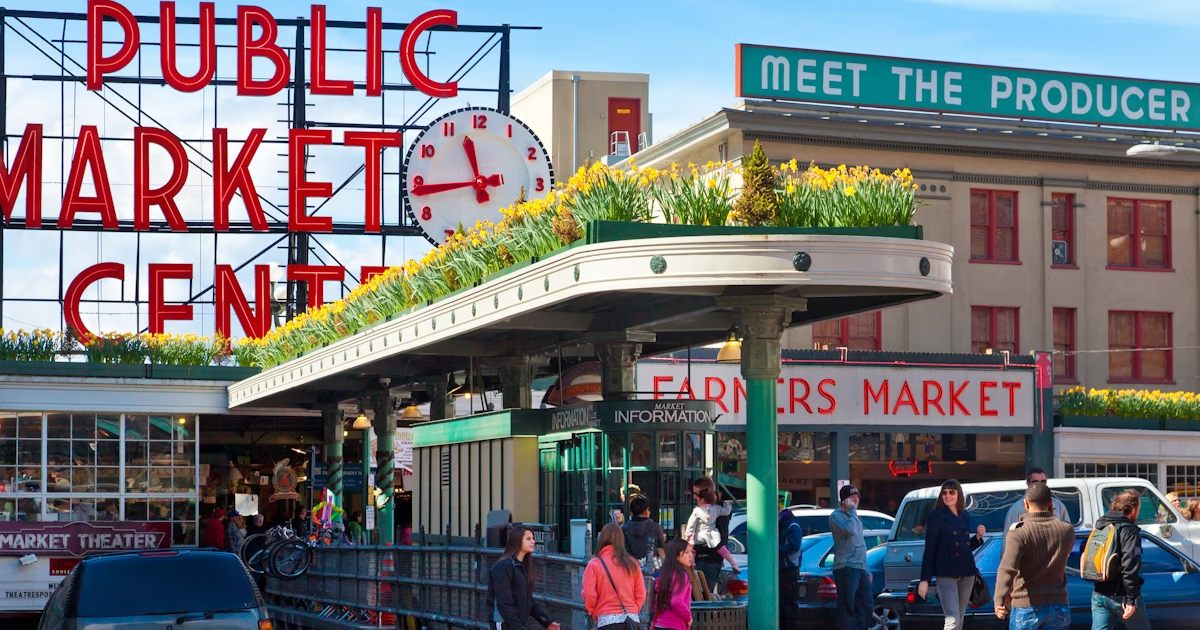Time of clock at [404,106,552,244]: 11:43
